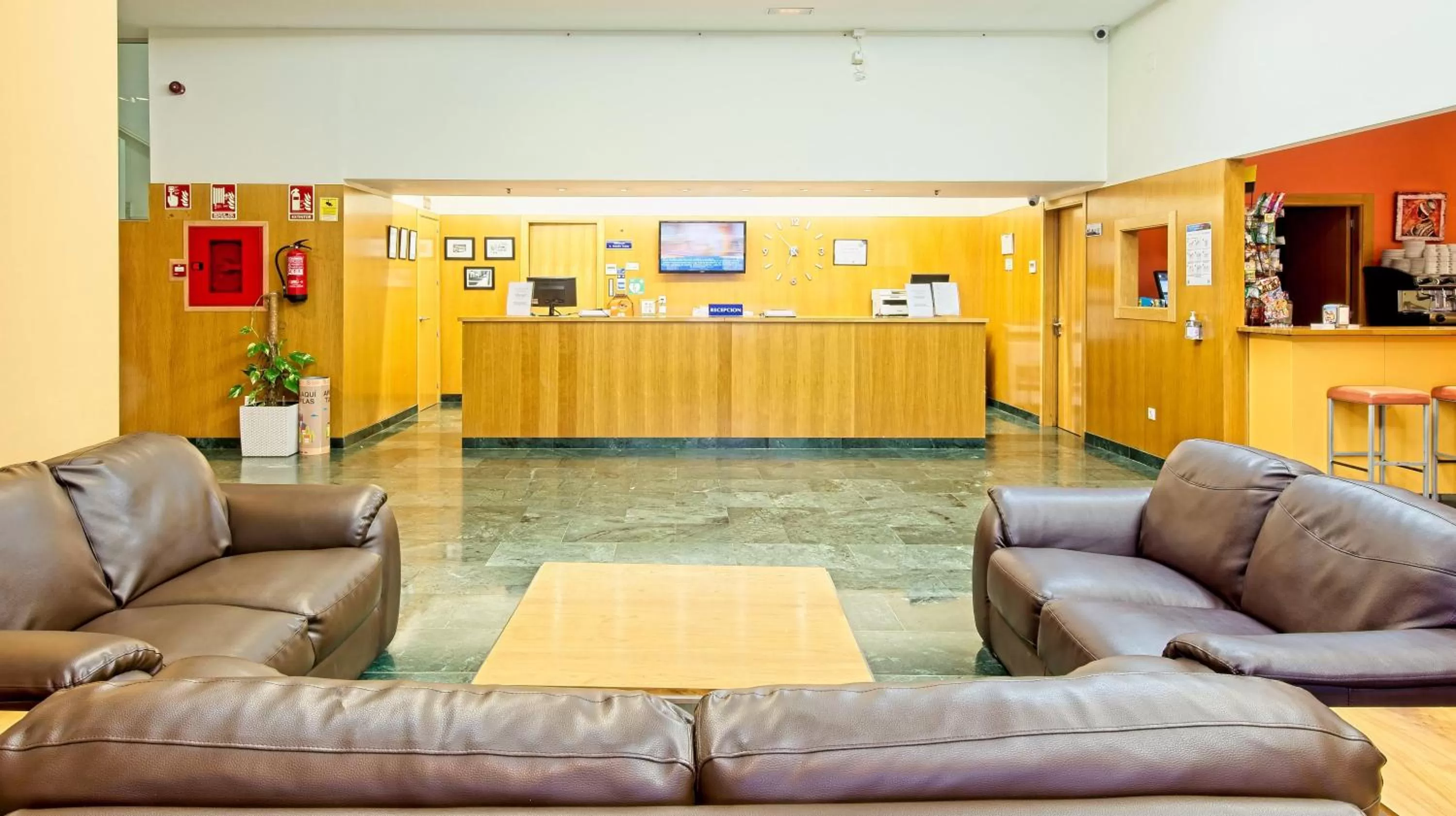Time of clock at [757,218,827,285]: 6:53
